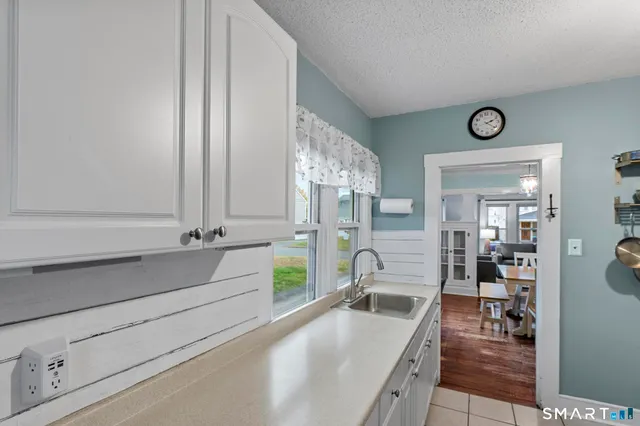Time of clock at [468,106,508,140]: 2:21
